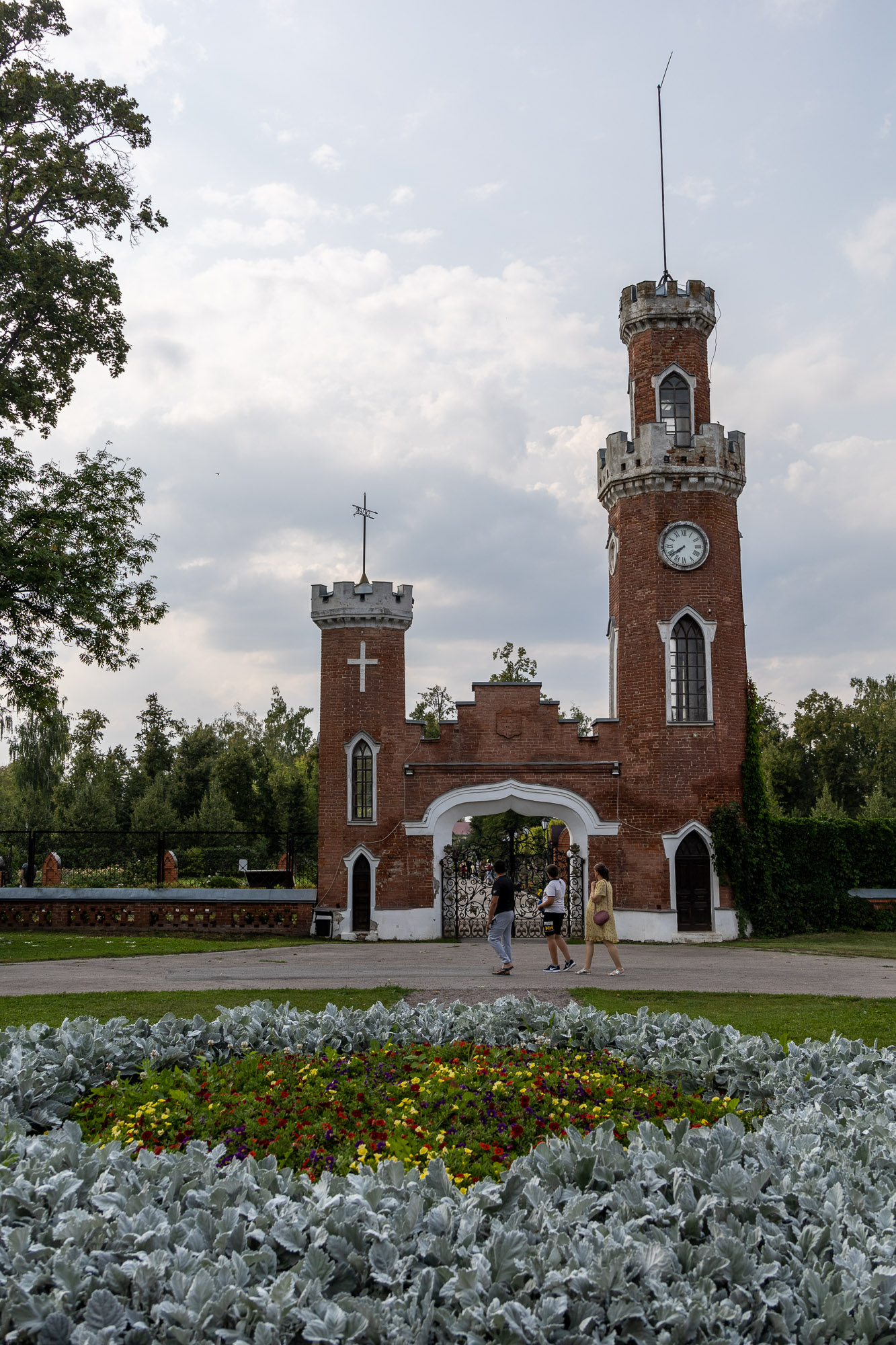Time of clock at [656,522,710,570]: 7:39
